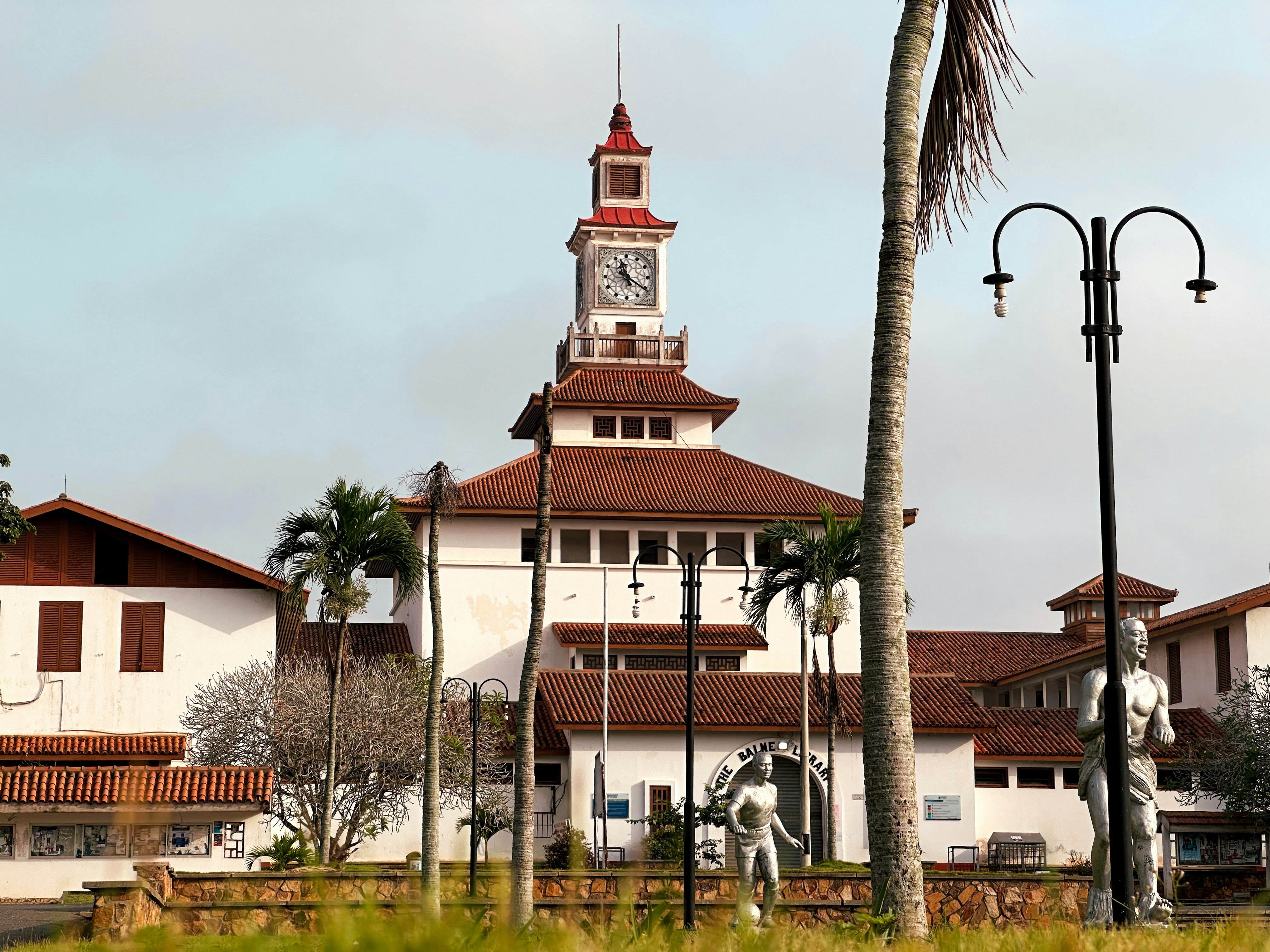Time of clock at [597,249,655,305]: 11:20
